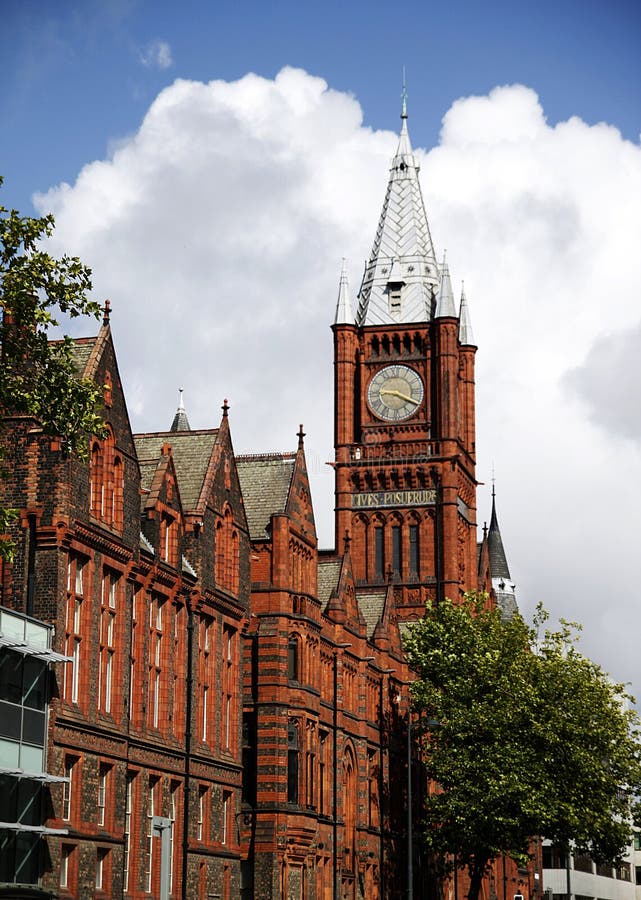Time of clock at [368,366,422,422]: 9:20
